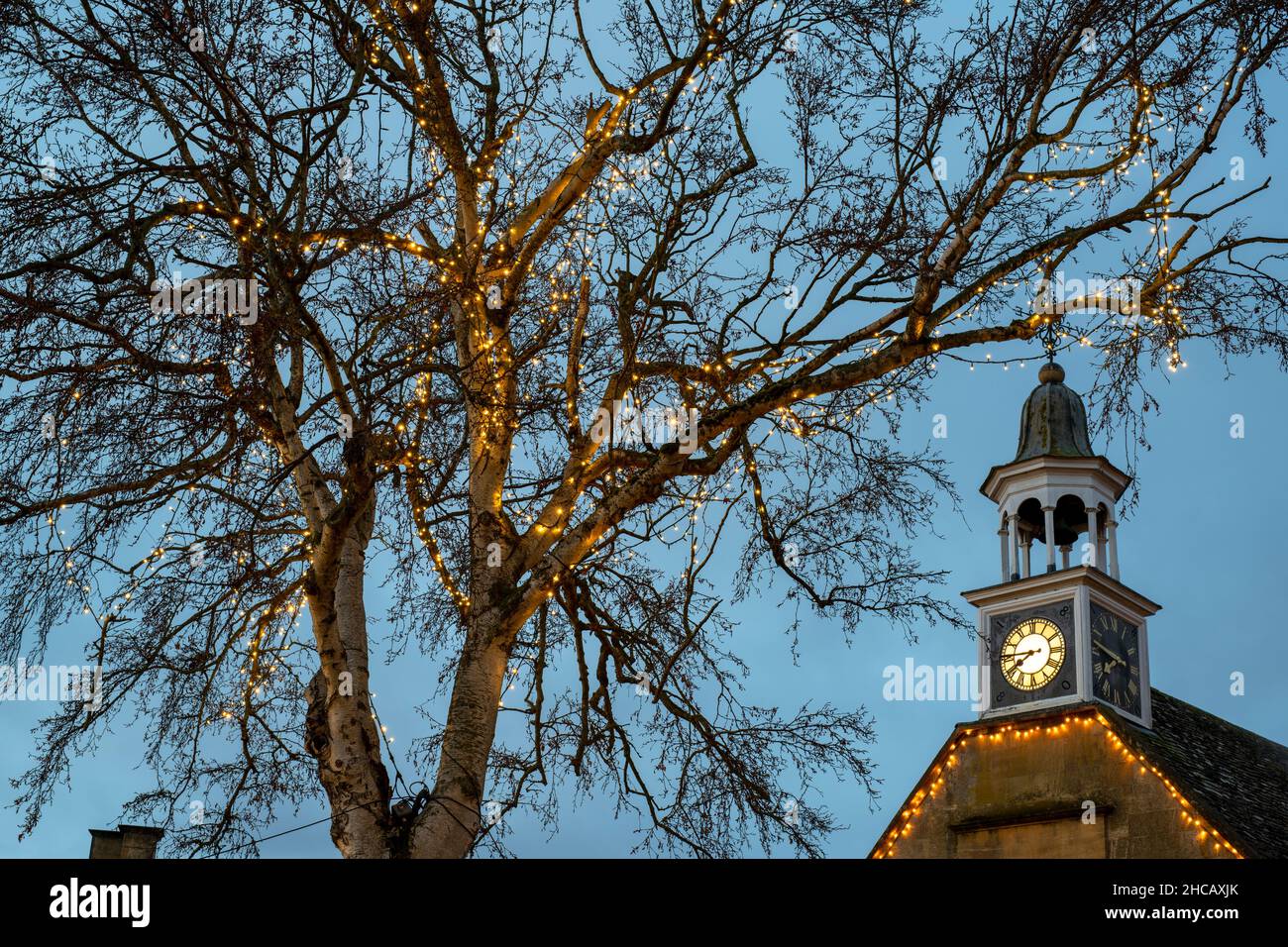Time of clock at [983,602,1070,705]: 7:45
